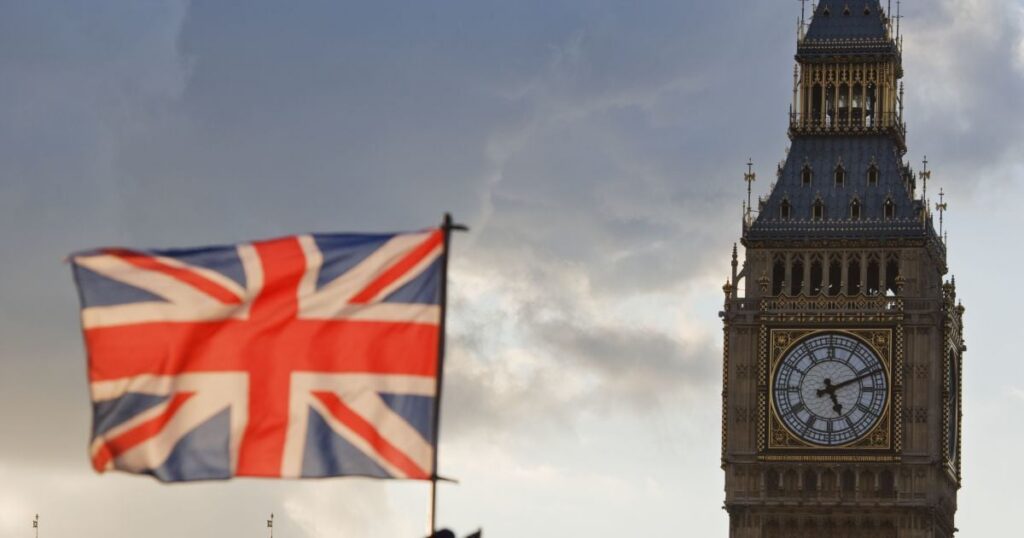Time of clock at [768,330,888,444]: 5:11
